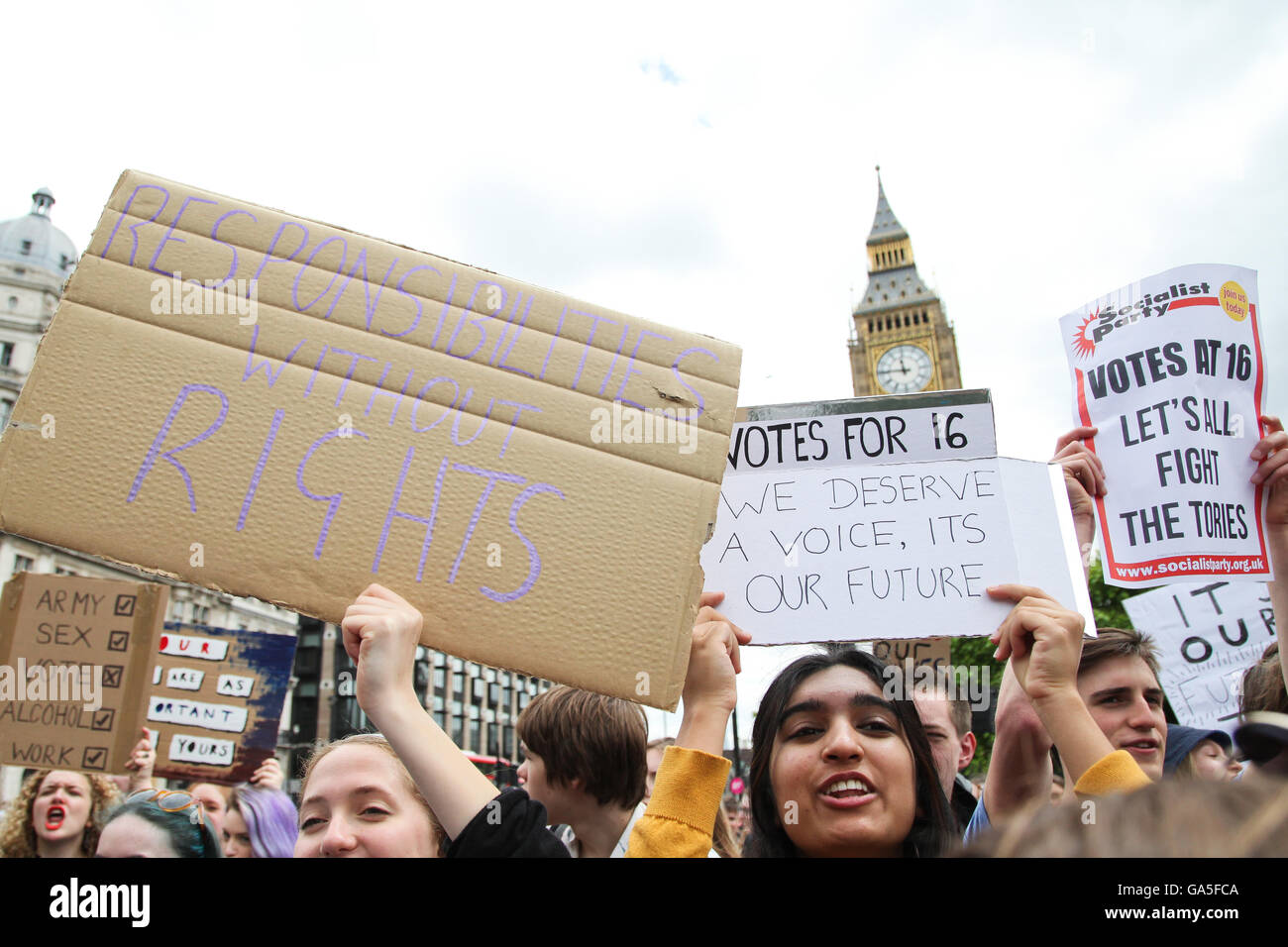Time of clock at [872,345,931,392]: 11:45
